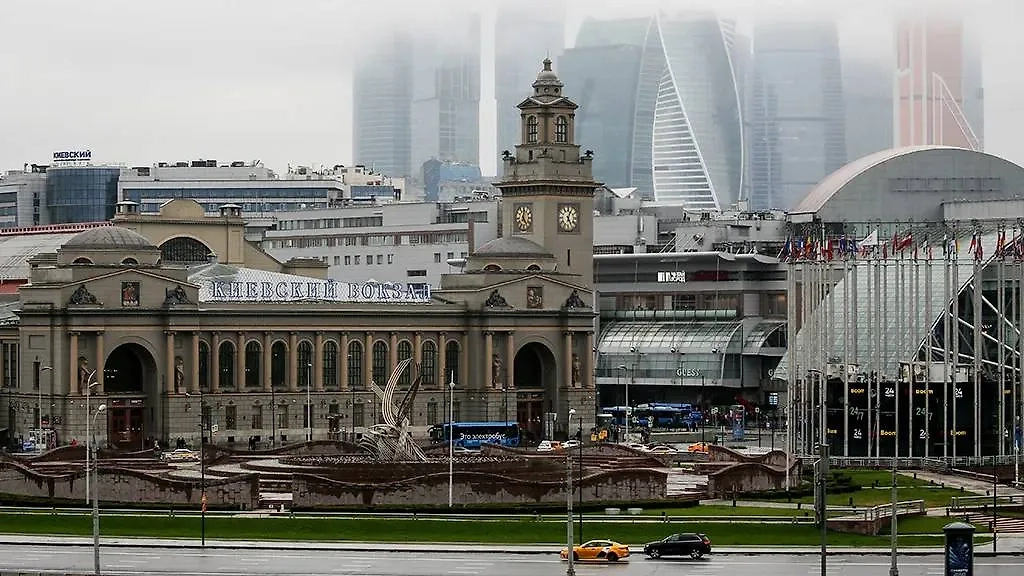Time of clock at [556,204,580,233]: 5:03
